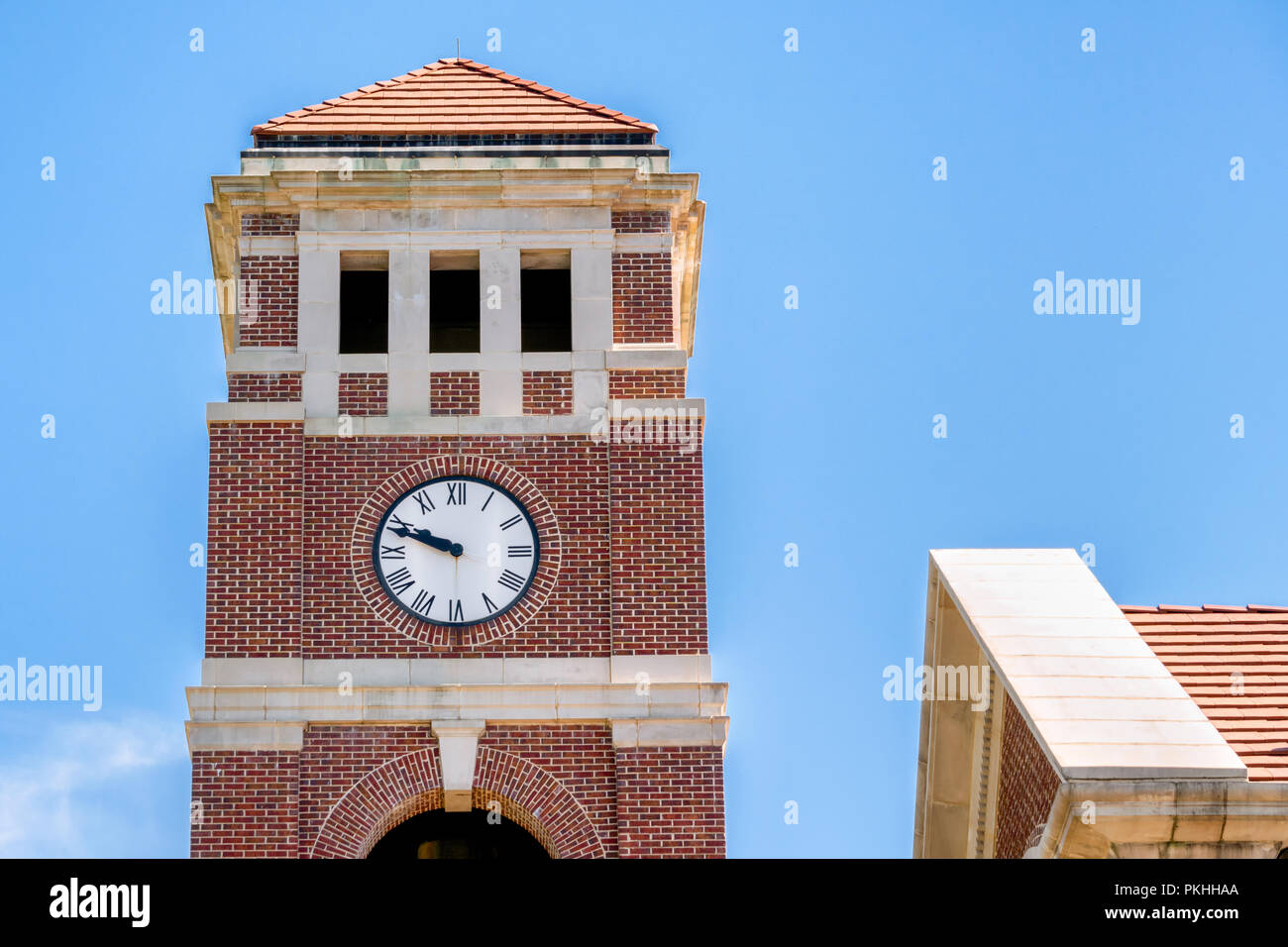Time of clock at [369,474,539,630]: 9:48
